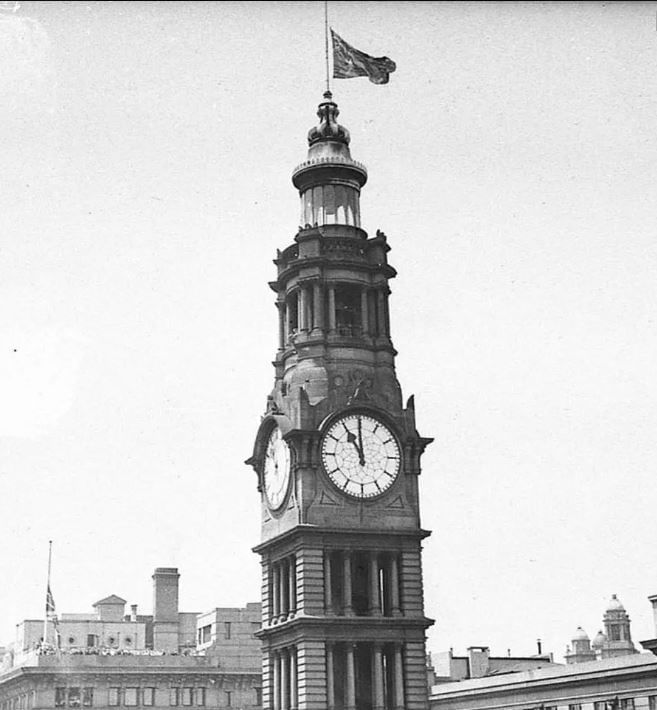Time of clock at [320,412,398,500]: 10:59
